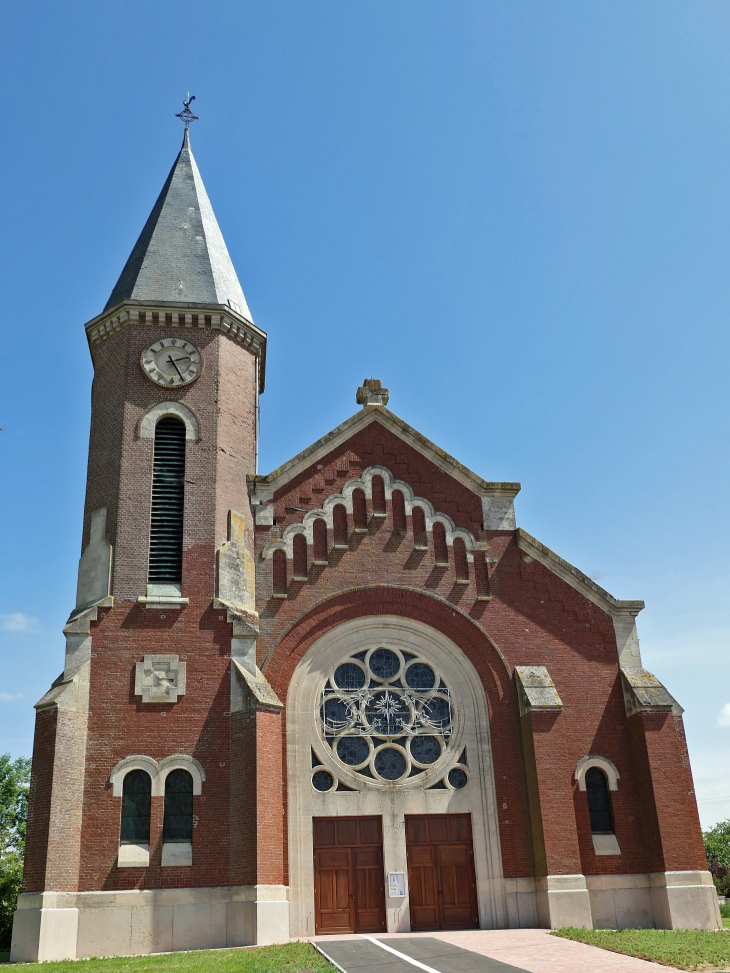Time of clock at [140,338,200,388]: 2:25
